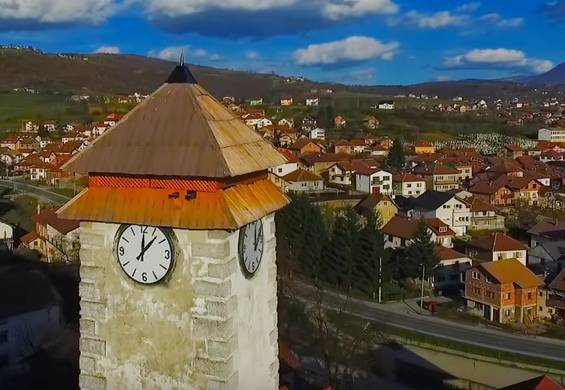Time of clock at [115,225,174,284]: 12:07
